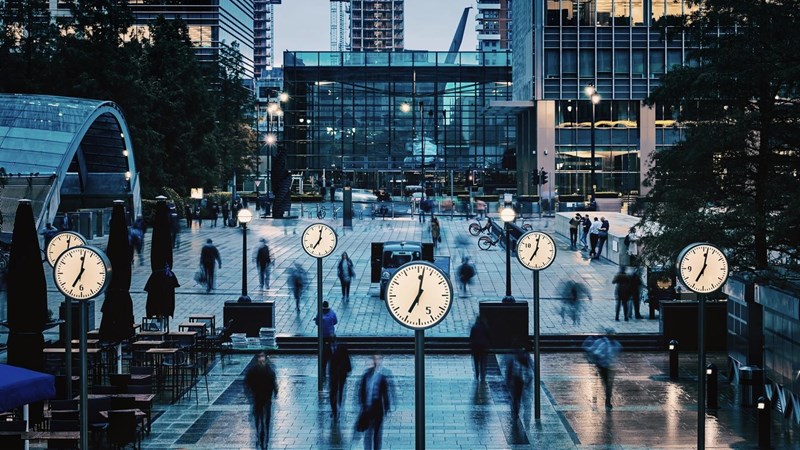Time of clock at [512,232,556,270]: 7:01
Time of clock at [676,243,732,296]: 7:01
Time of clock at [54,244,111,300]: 7:01
